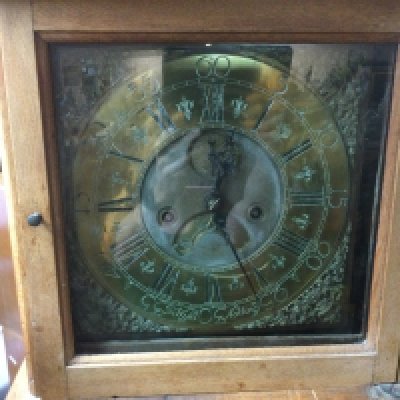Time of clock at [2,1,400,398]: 12:26
